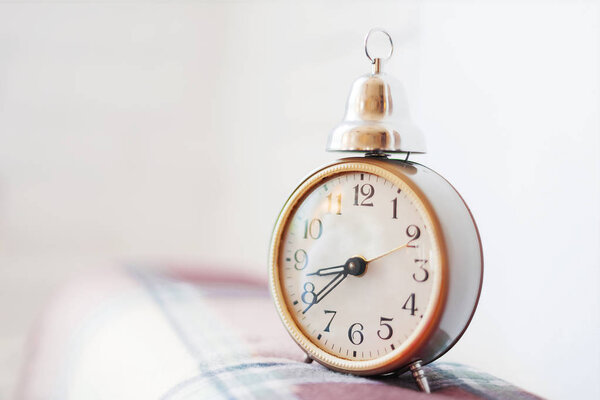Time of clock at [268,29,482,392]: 8:38
